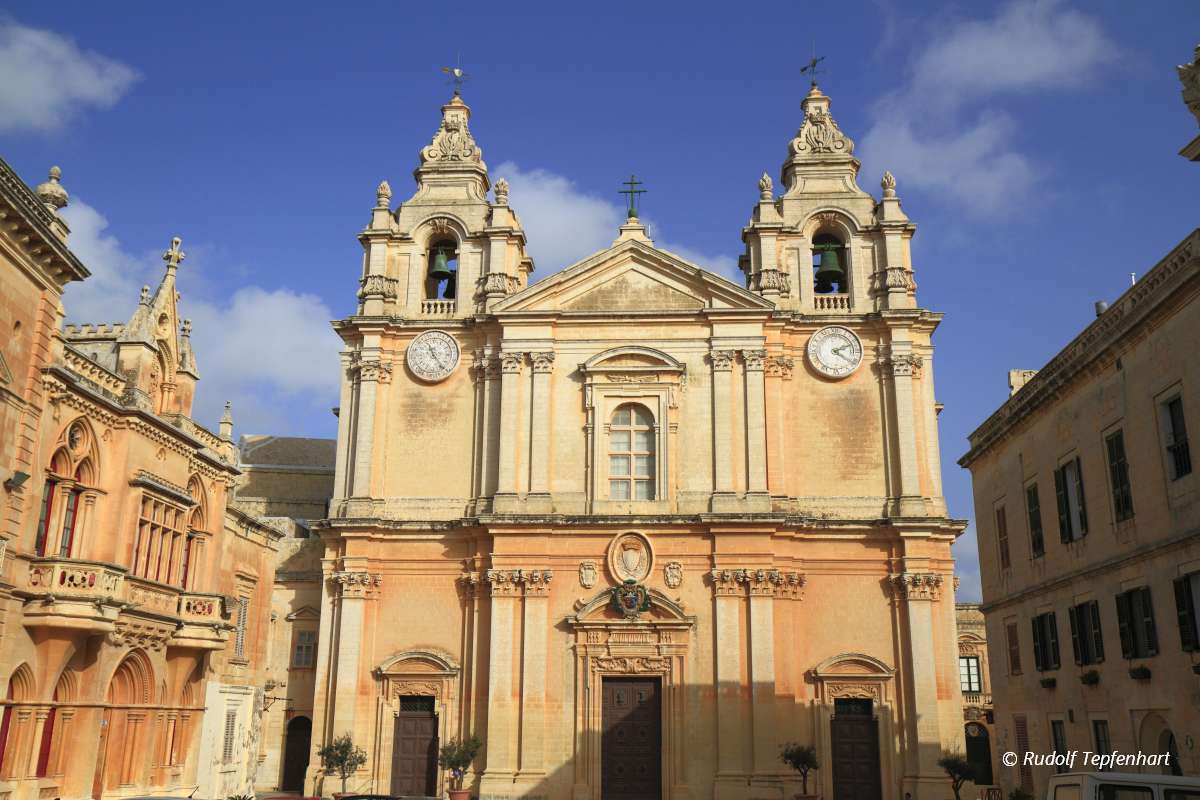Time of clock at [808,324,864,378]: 2:20
